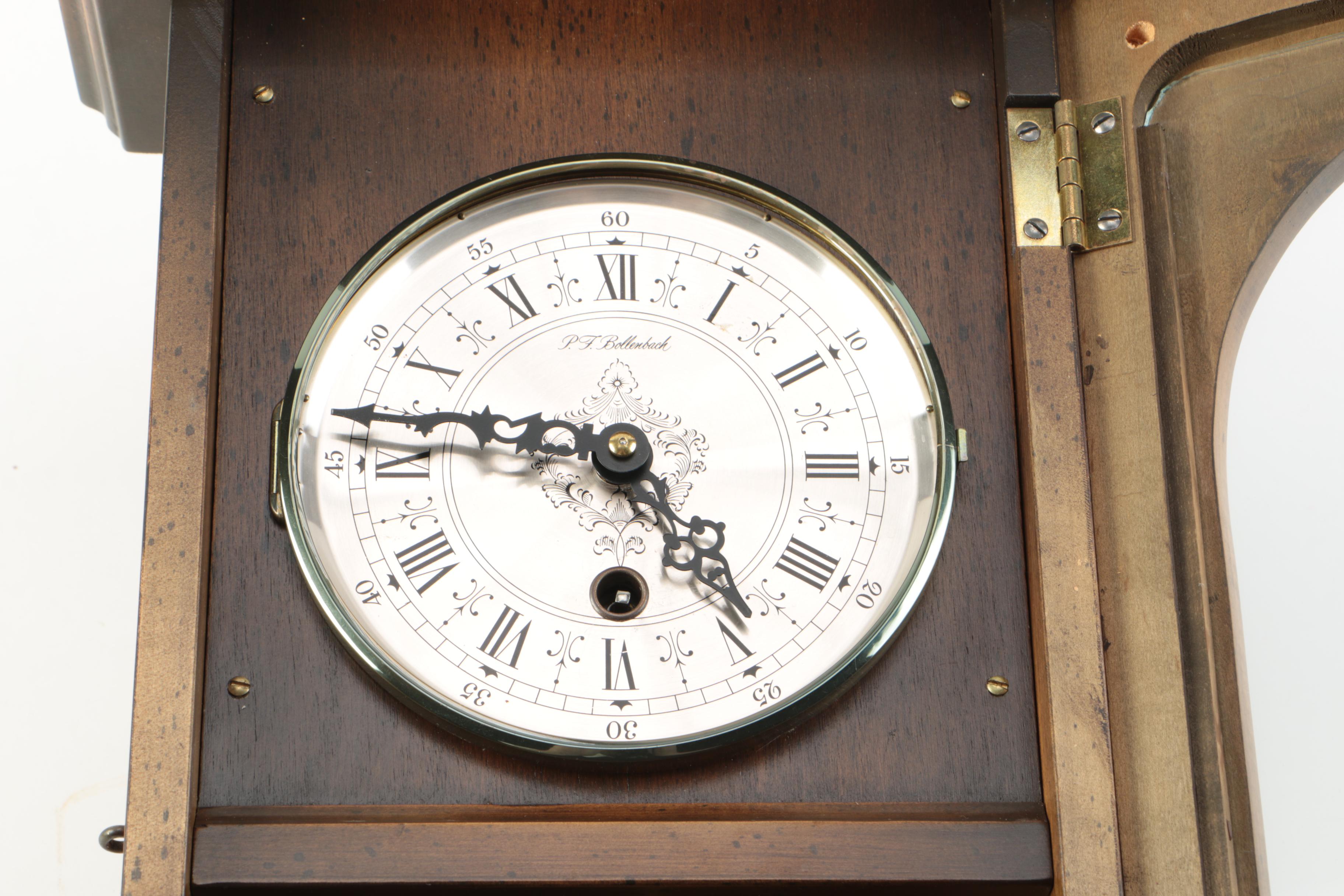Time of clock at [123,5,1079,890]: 4:46
